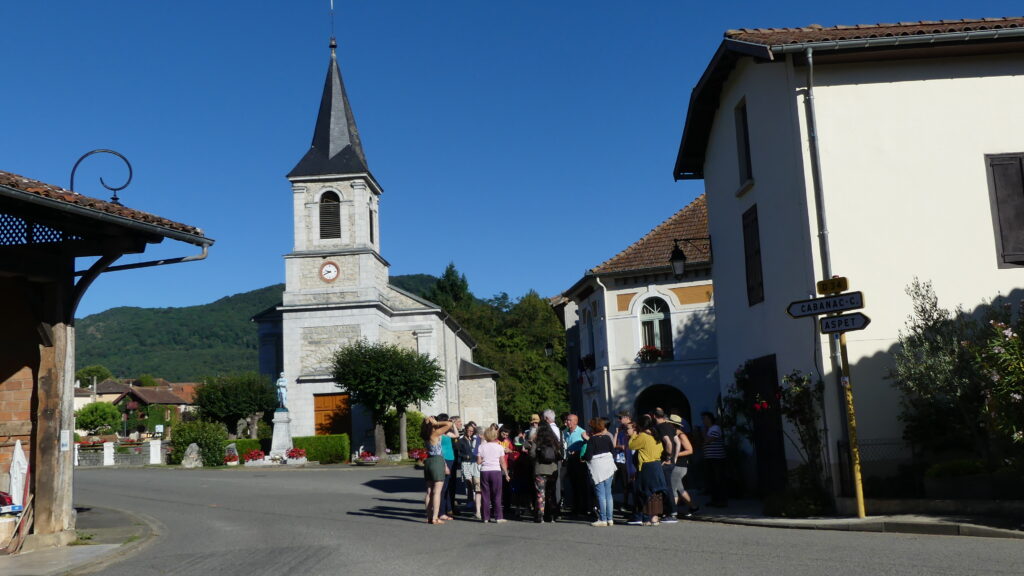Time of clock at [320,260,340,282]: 9:41
